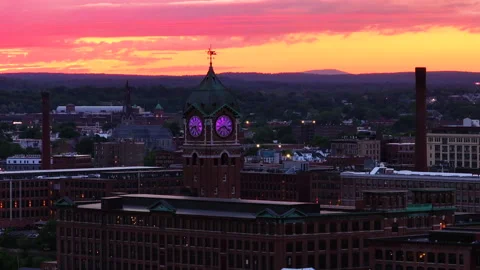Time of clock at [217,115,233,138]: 8:21
